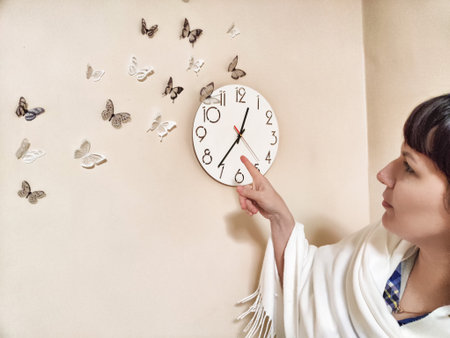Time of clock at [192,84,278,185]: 12:36
